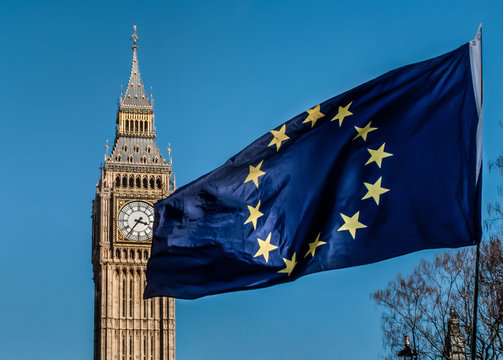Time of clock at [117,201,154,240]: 3:36
